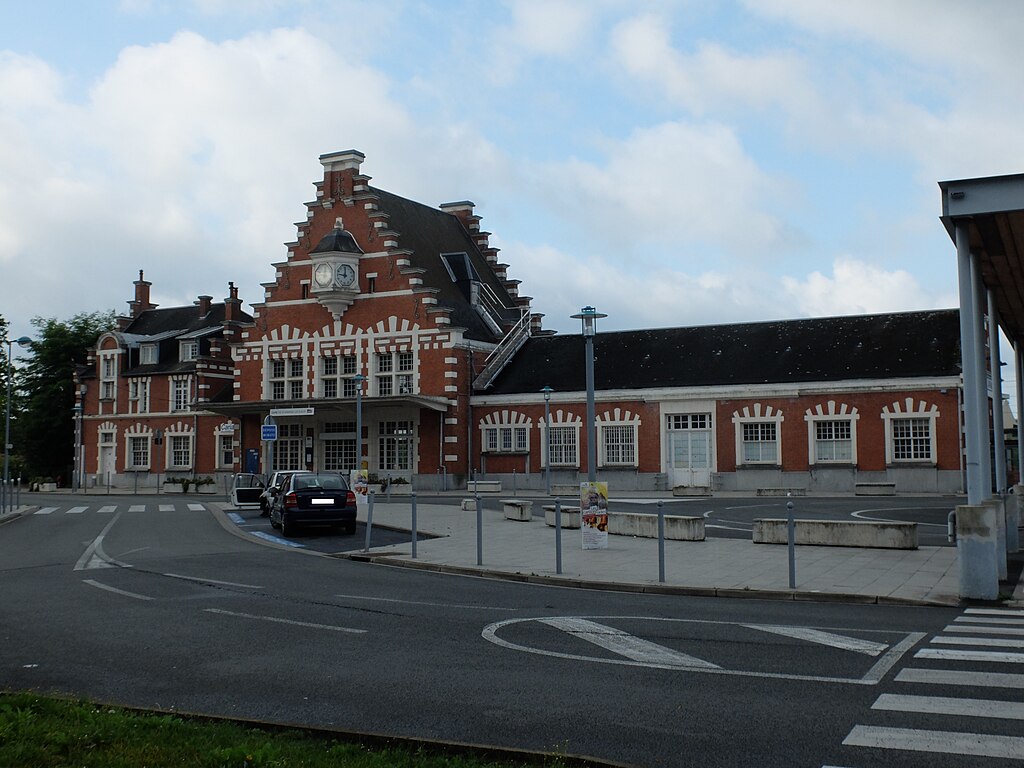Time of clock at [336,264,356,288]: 11:46
